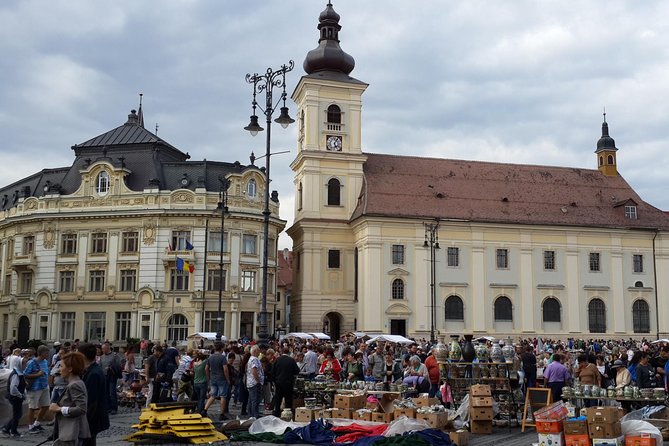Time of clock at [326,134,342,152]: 5:05
